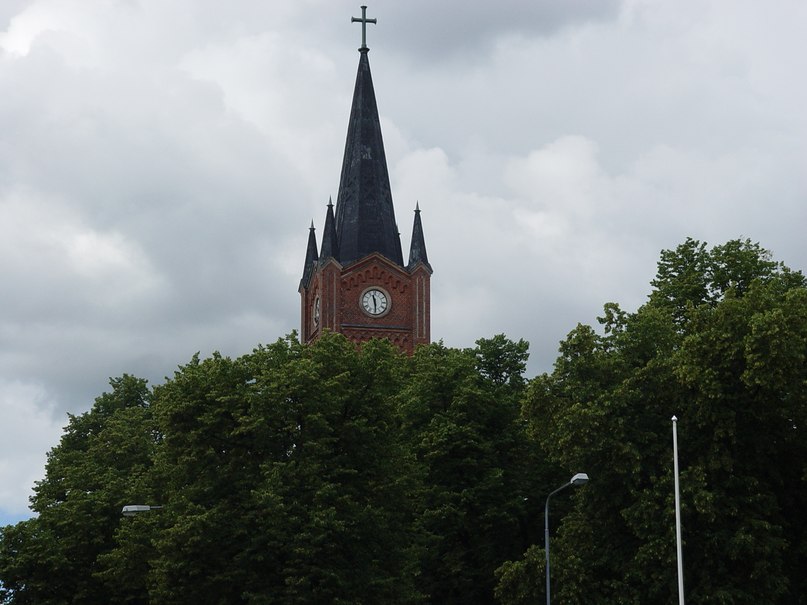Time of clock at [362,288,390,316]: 11:29
